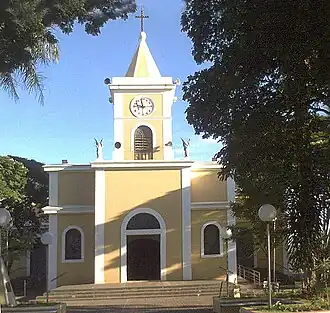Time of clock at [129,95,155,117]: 11:46
